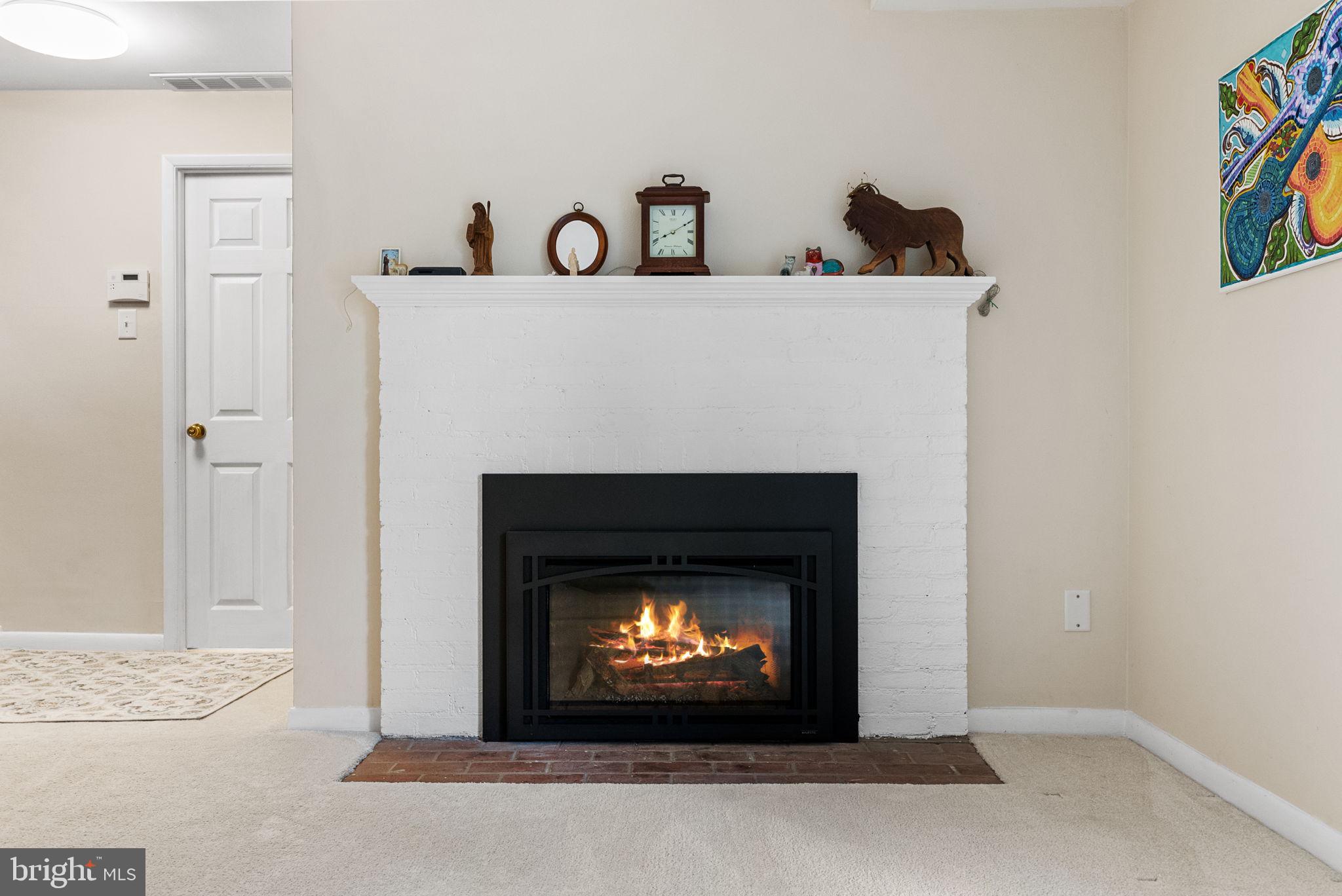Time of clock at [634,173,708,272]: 8:10
